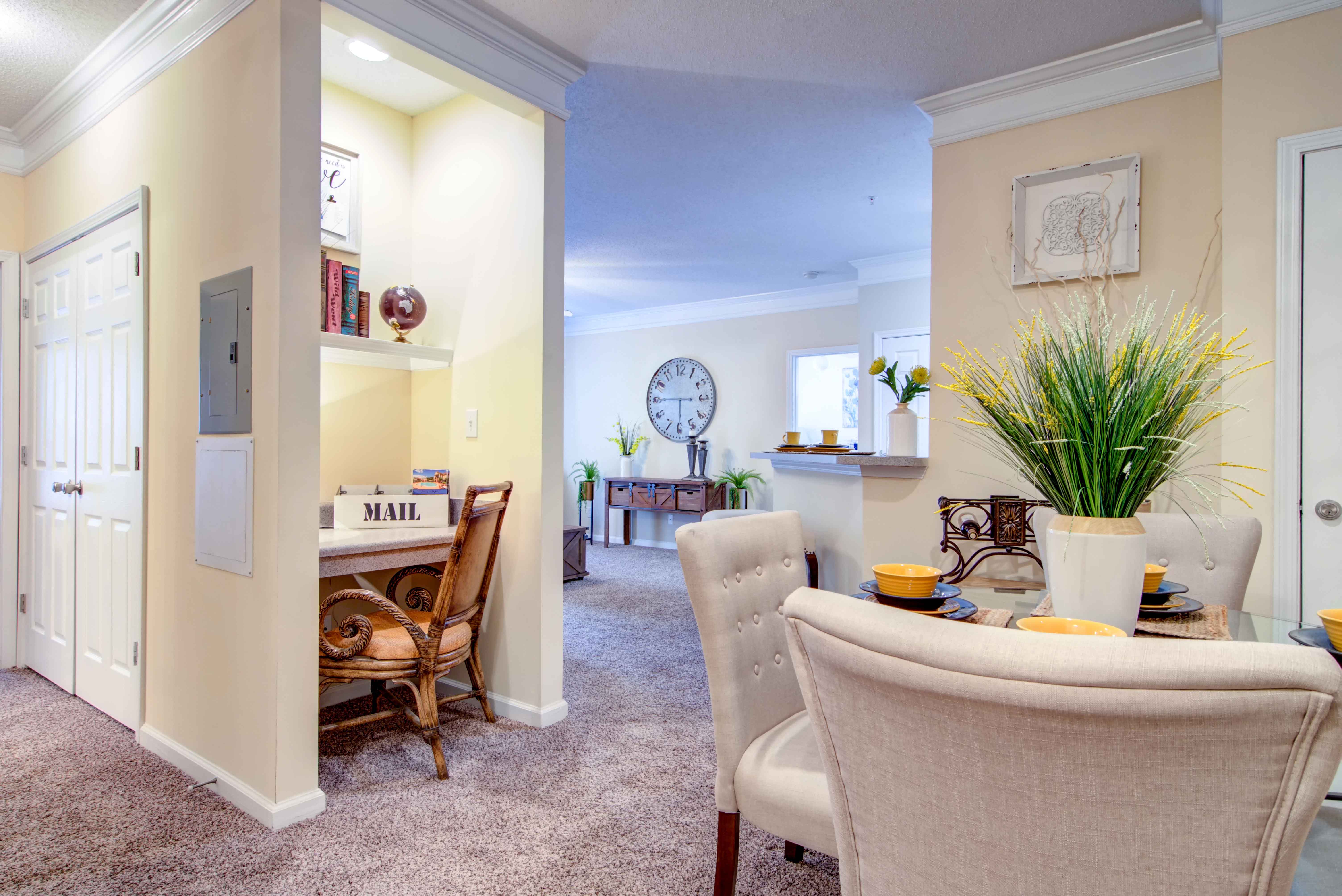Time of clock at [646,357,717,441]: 5:45
